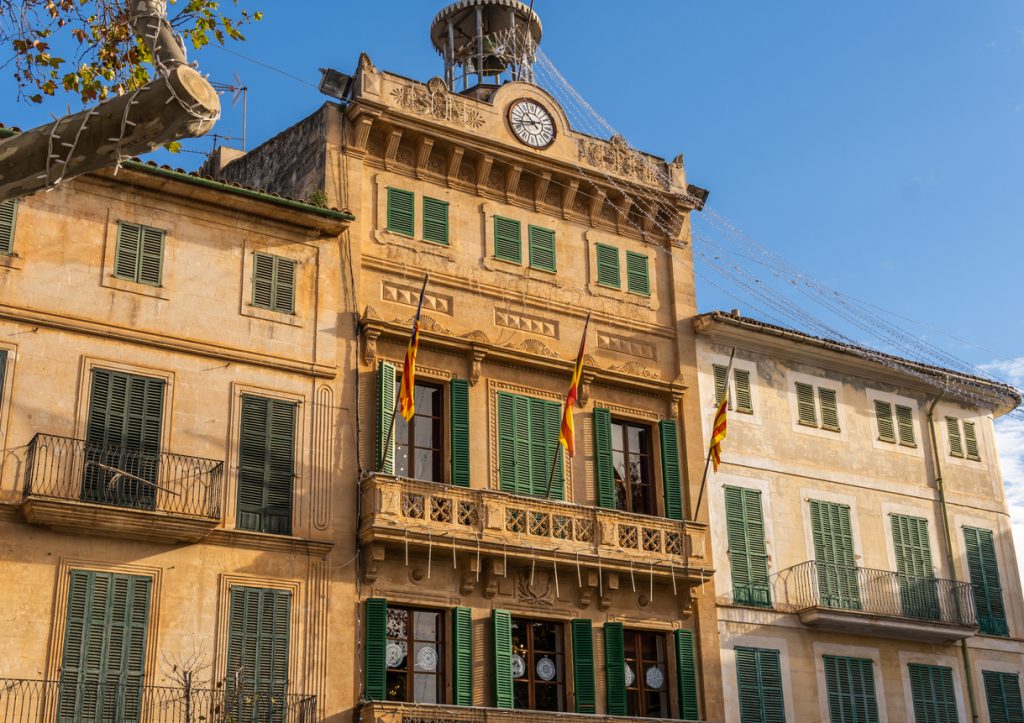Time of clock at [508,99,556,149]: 10:42
